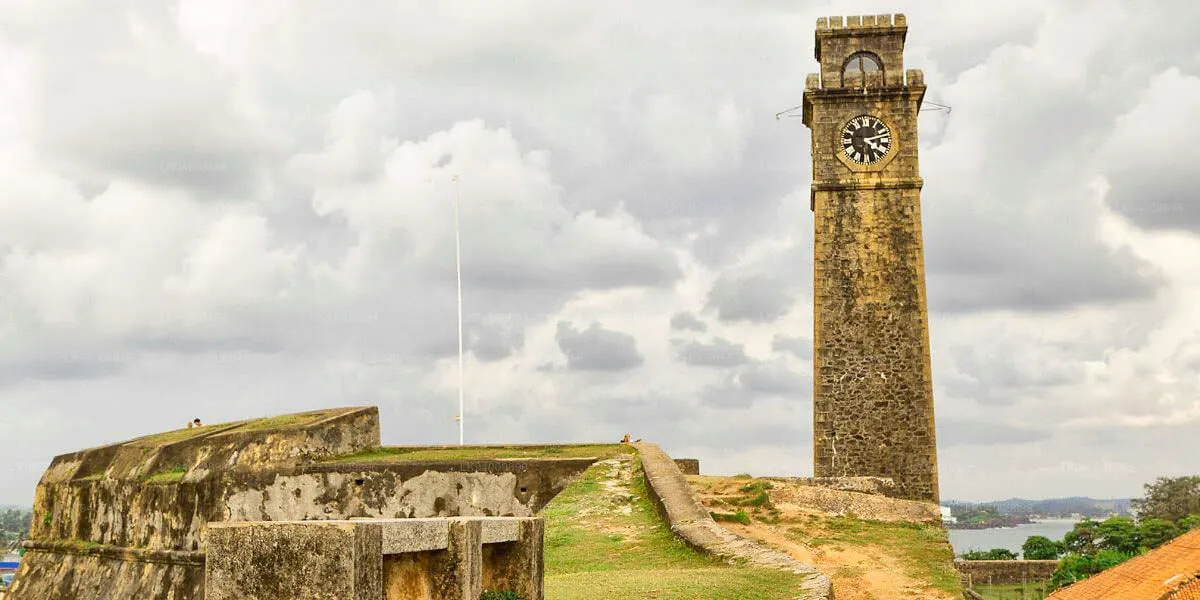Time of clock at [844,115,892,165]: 4:12
